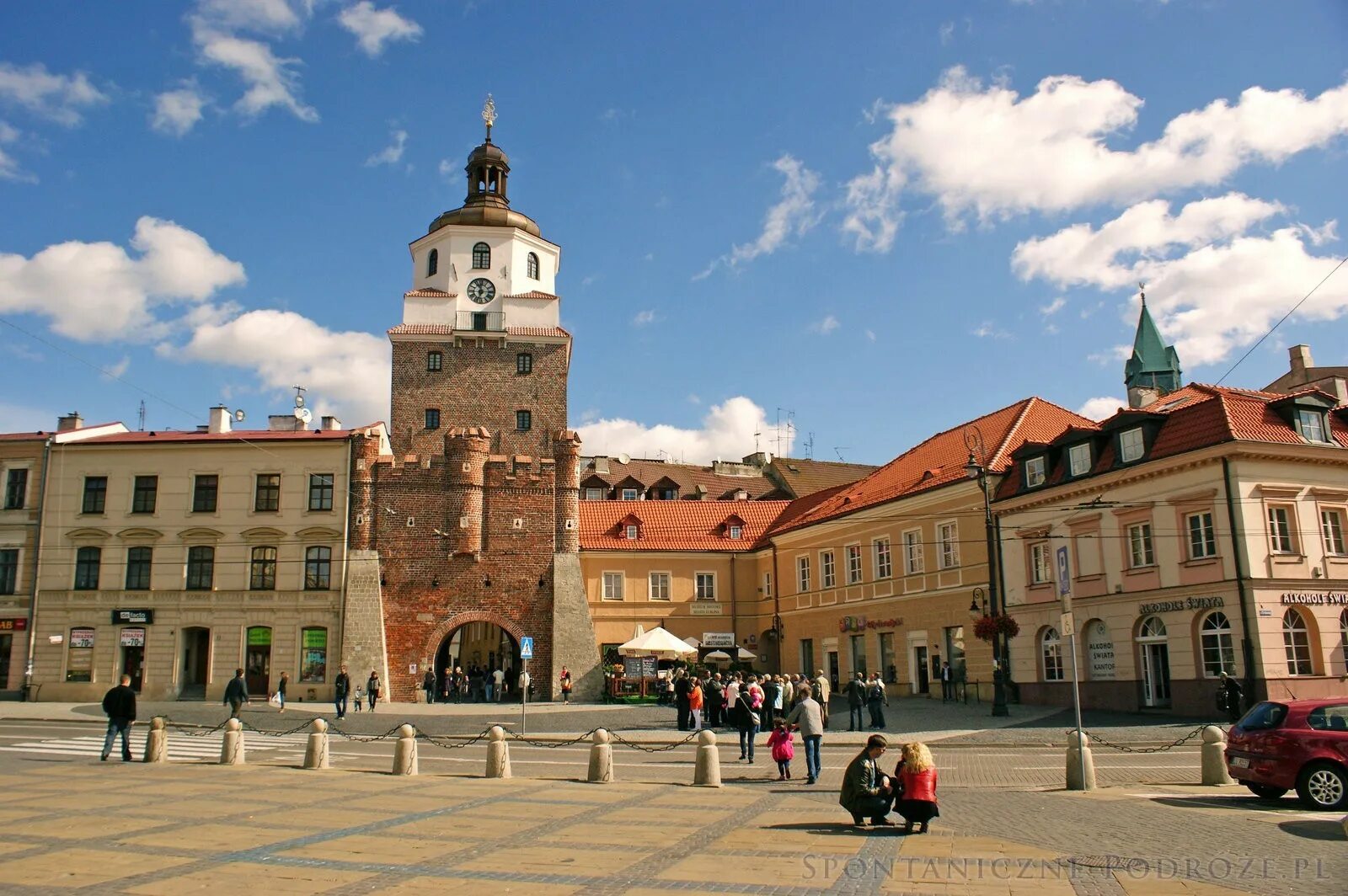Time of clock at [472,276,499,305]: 11:33
